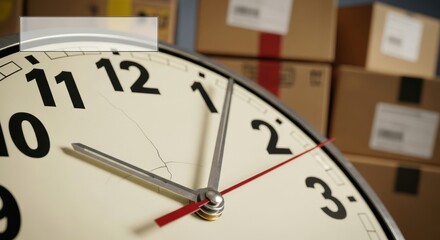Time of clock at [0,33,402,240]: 10:05
